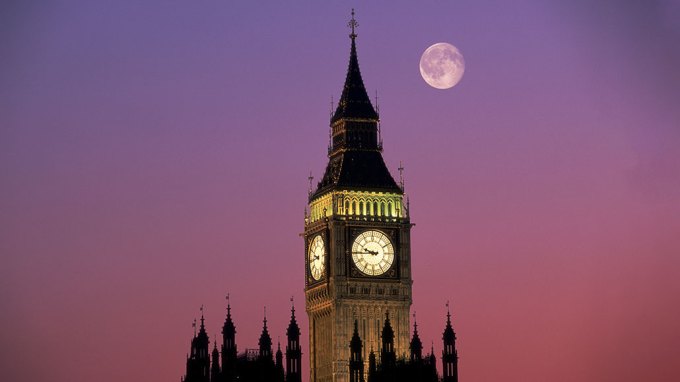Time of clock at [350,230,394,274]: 9:44
